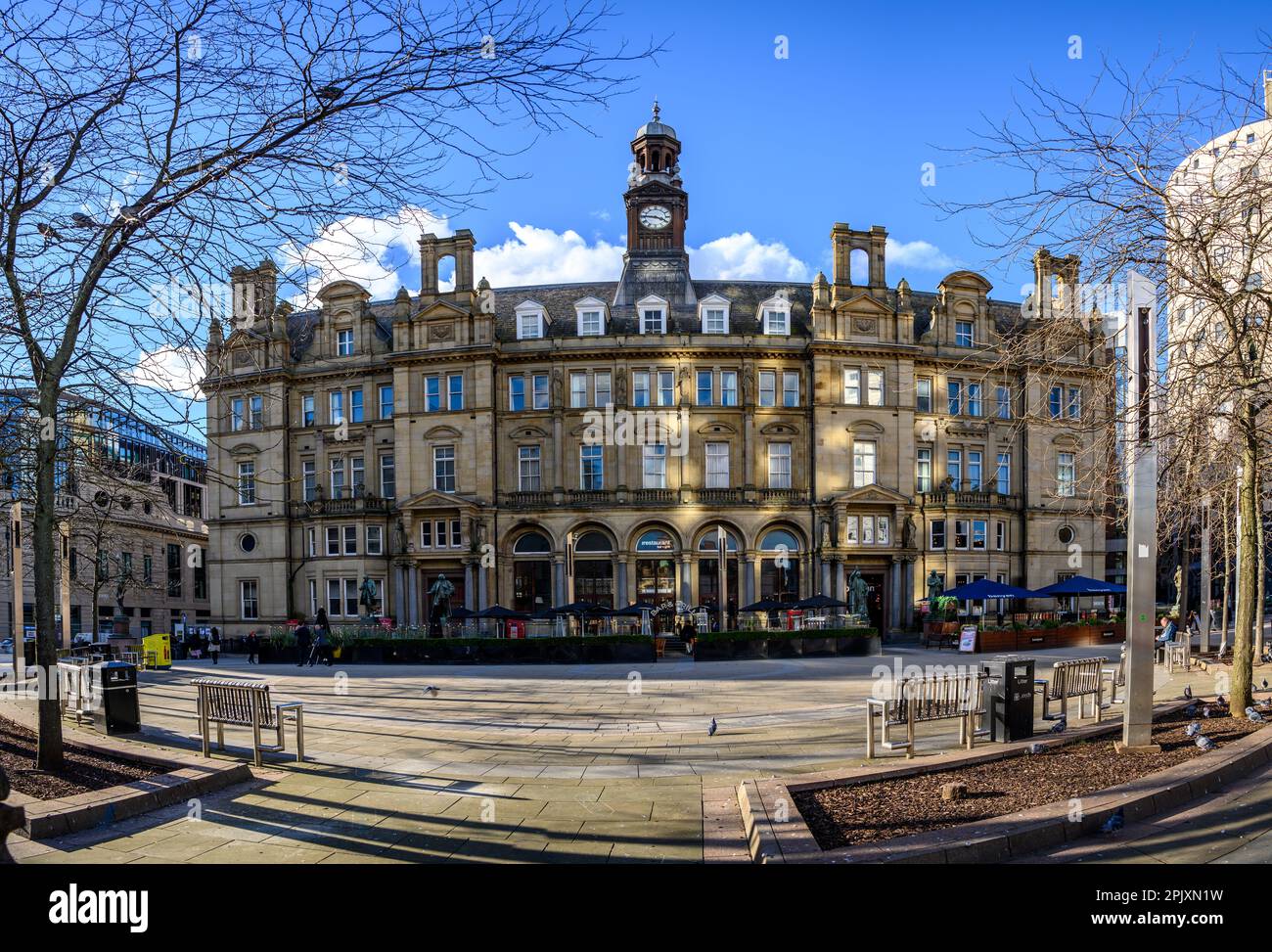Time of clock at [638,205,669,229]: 3:46
